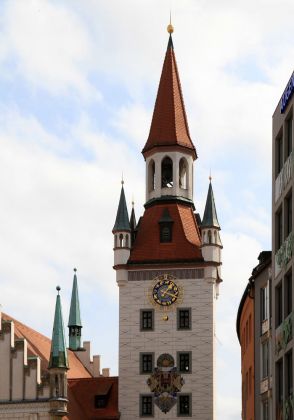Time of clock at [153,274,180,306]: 1:18
